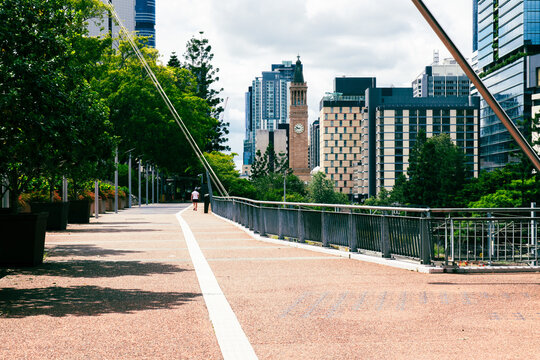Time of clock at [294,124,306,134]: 9:42
